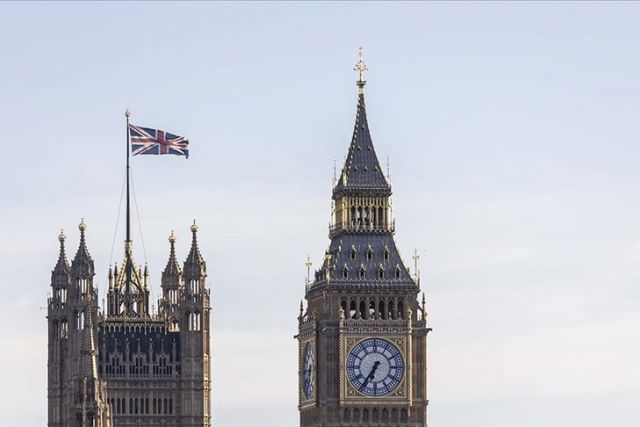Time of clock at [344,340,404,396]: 6:35
